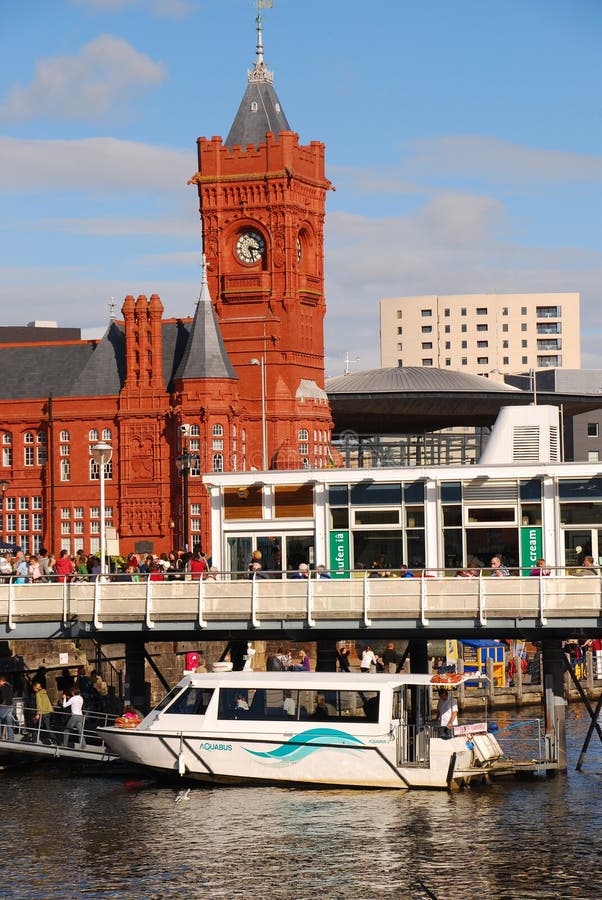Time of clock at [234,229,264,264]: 3:27
